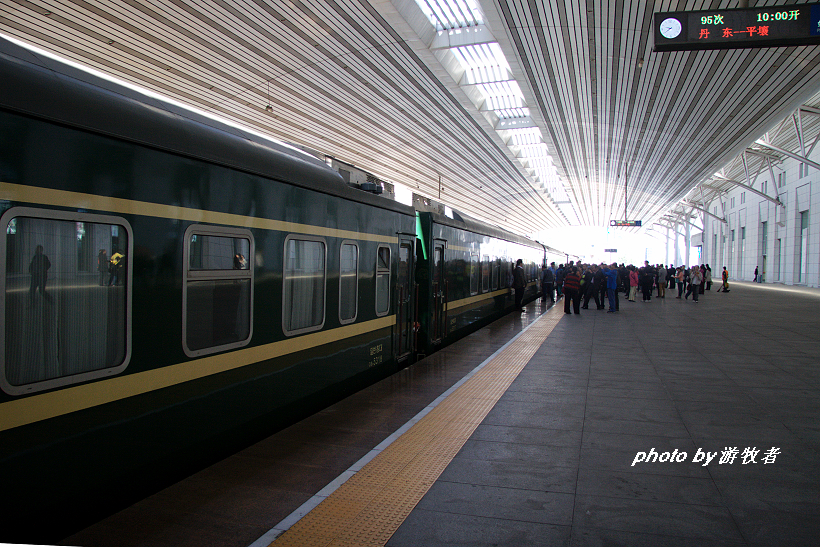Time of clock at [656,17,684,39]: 9:39
